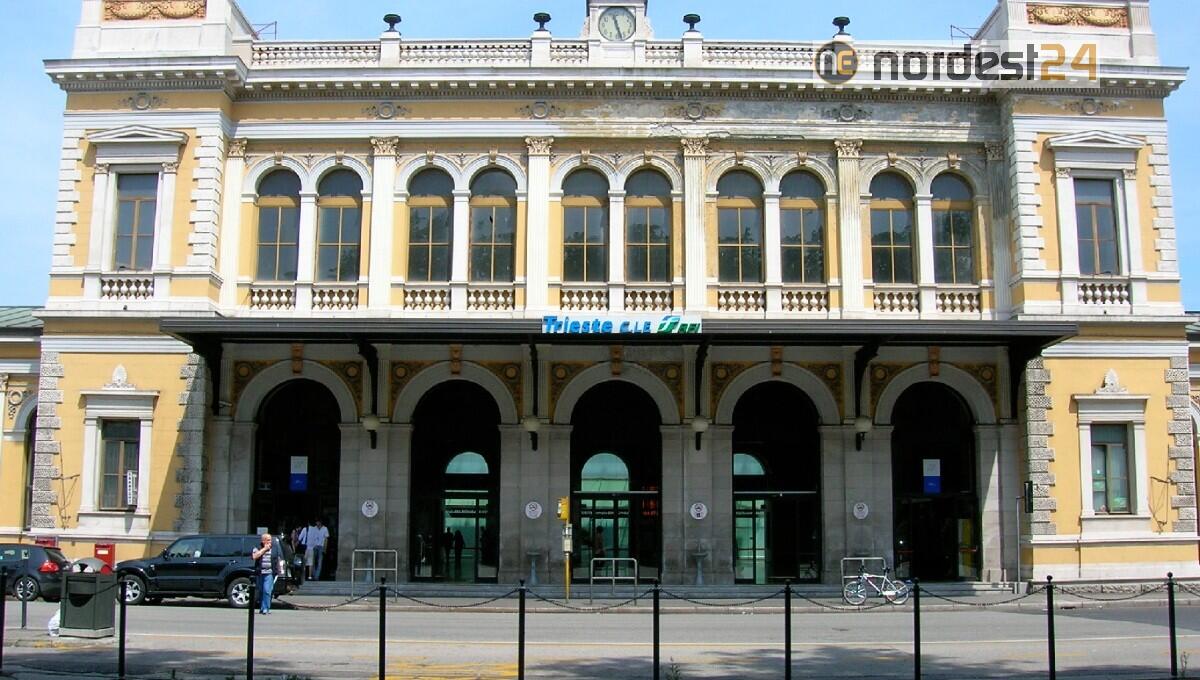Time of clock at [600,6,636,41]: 11:27
